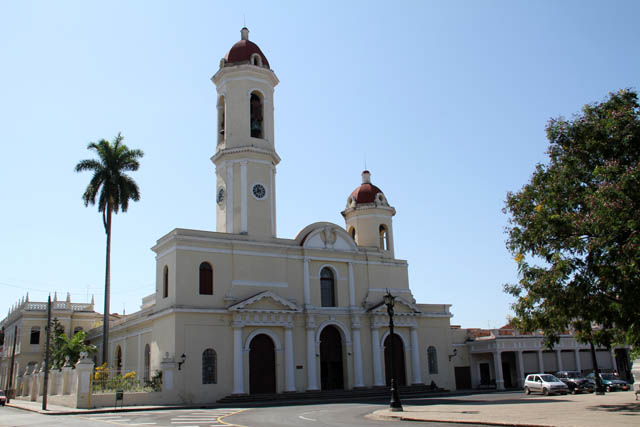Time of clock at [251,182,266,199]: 7:54
